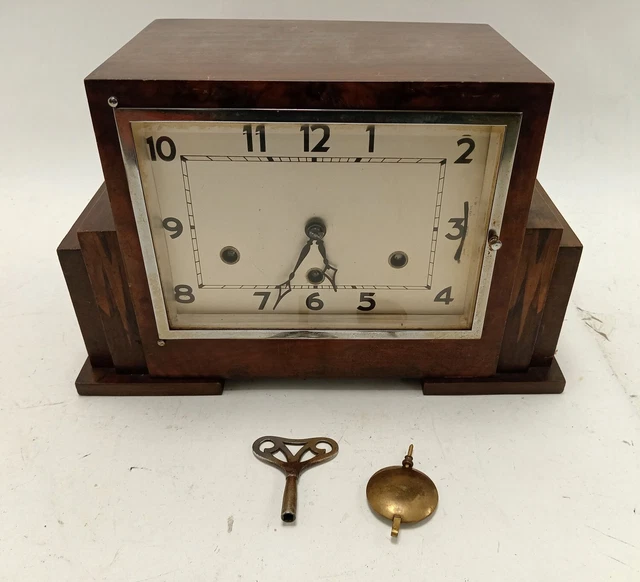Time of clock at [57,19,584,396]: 5:33
